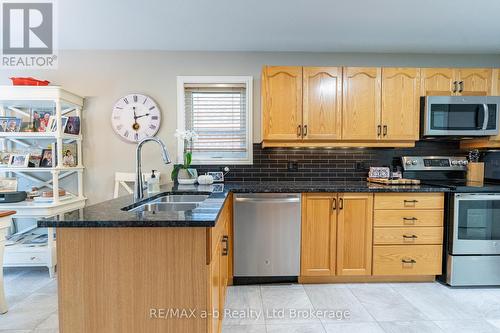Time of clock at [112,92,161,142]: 6:12
